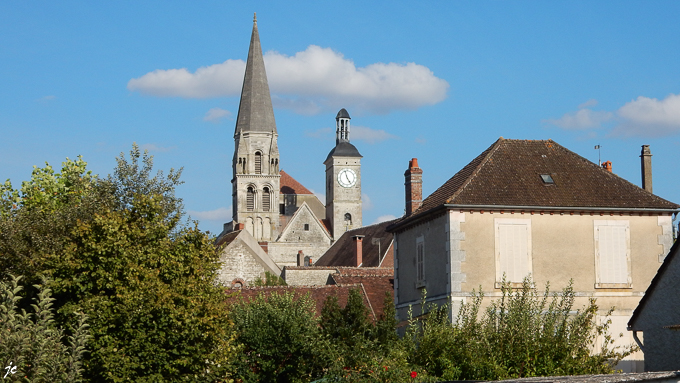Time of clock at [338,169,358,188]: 4:57
